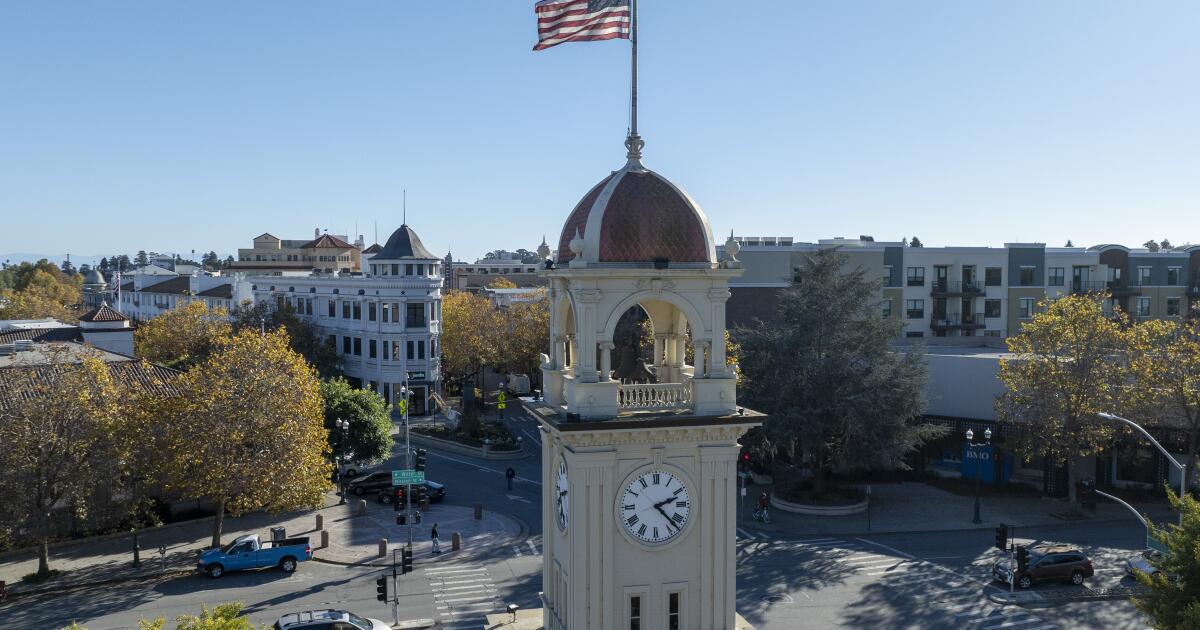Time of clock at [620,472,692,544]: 2:22
